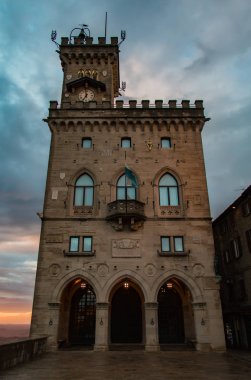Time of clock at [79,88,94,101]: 6:59
